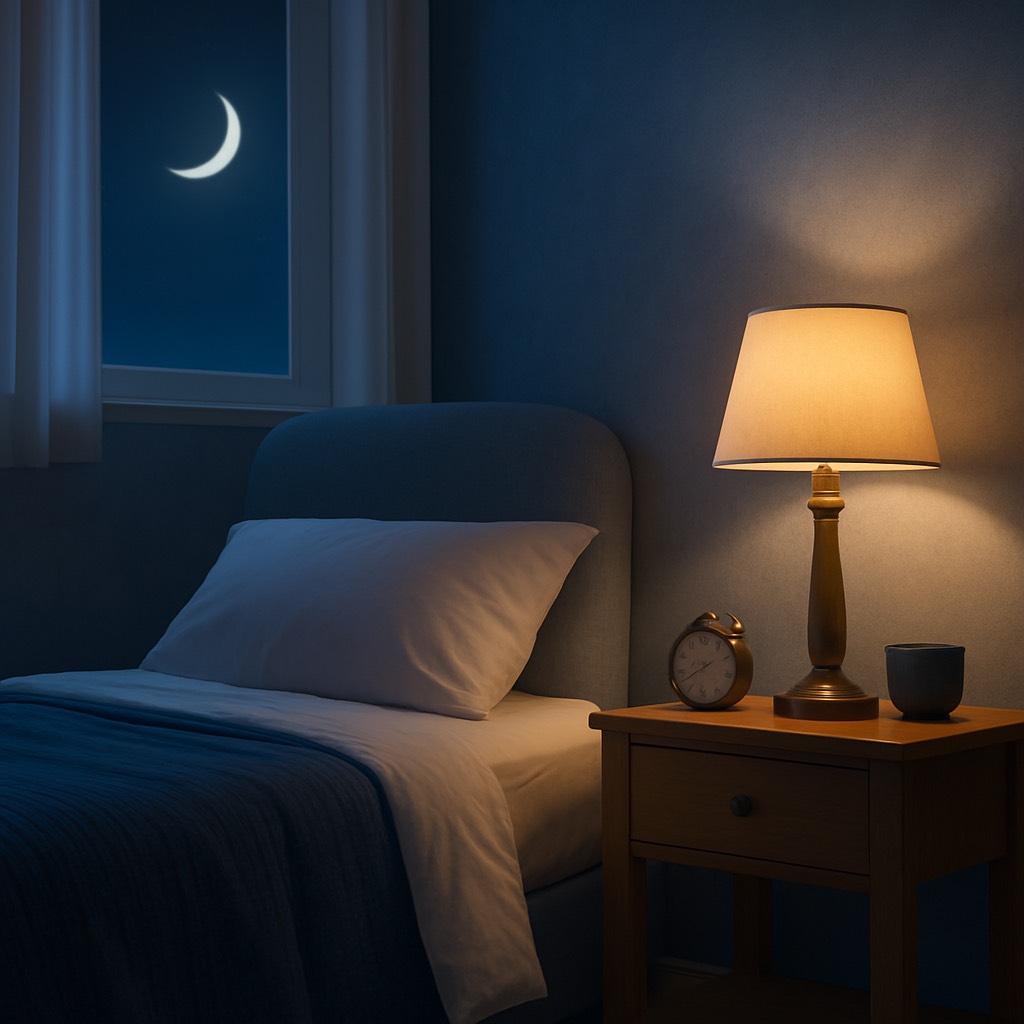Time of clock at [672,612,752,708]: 8:38
